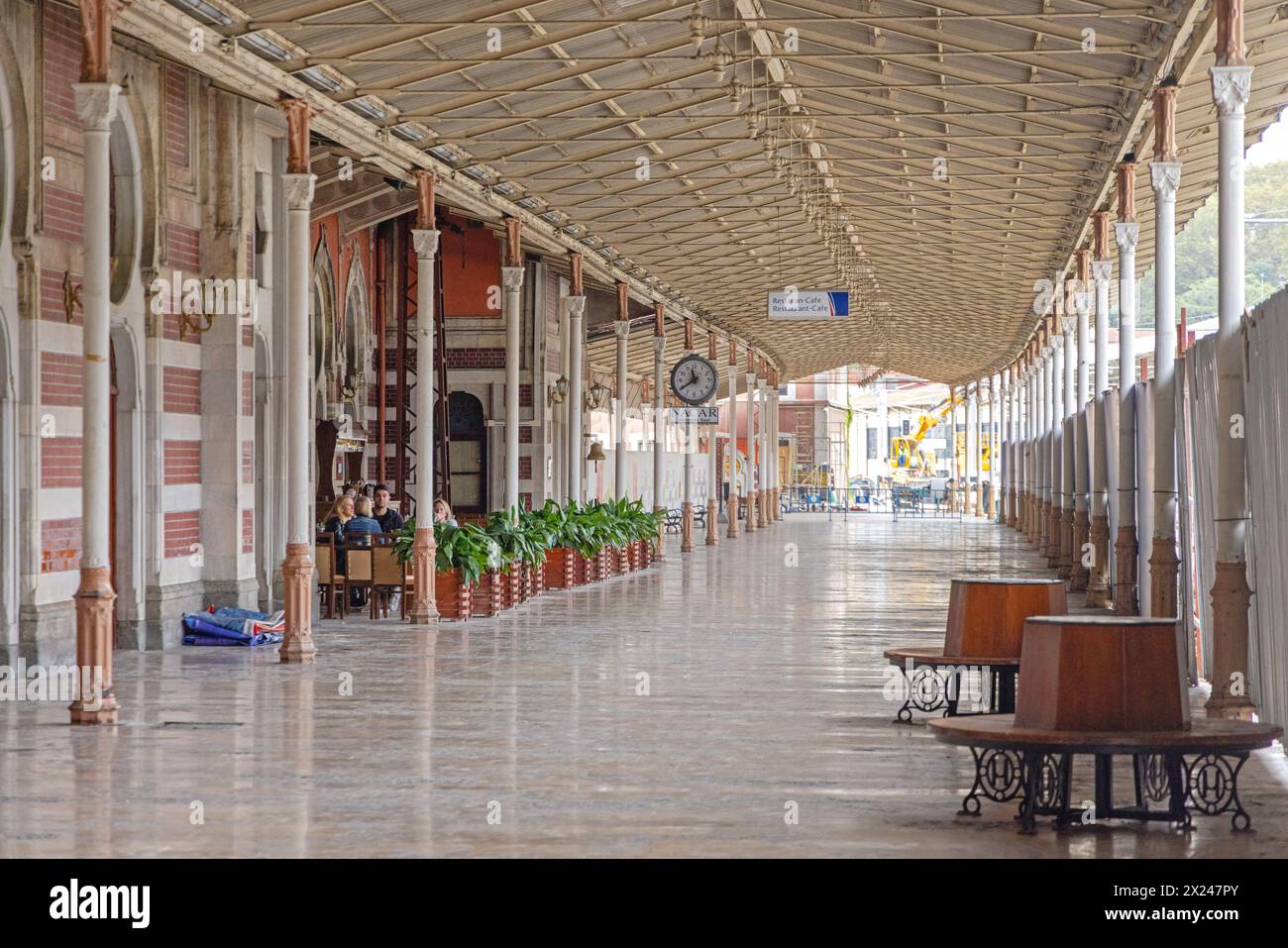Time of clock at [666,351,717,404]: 11:39
